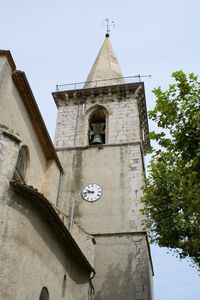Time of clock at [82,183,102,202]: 9:43
